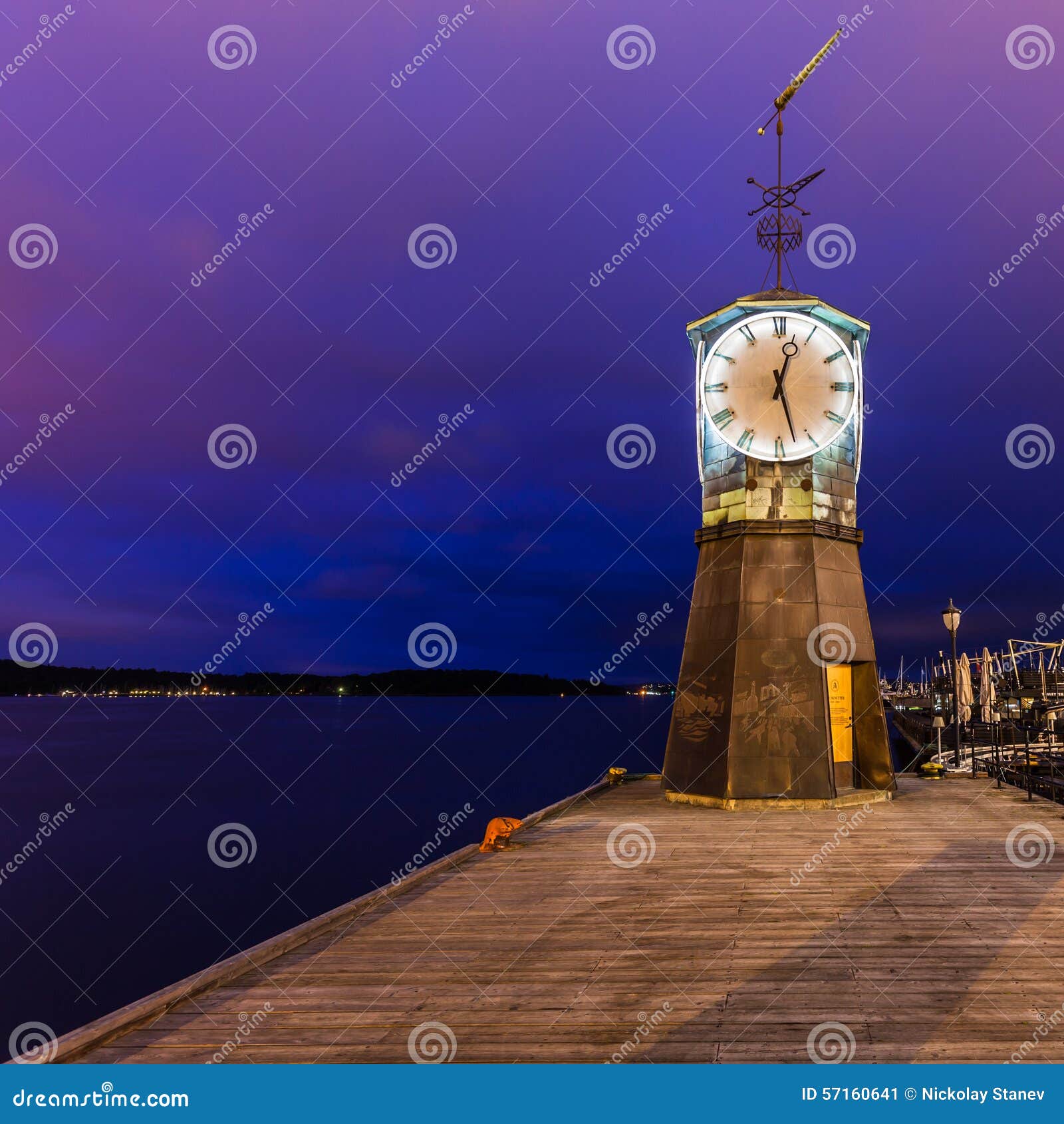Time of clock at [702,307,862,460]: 12:27
